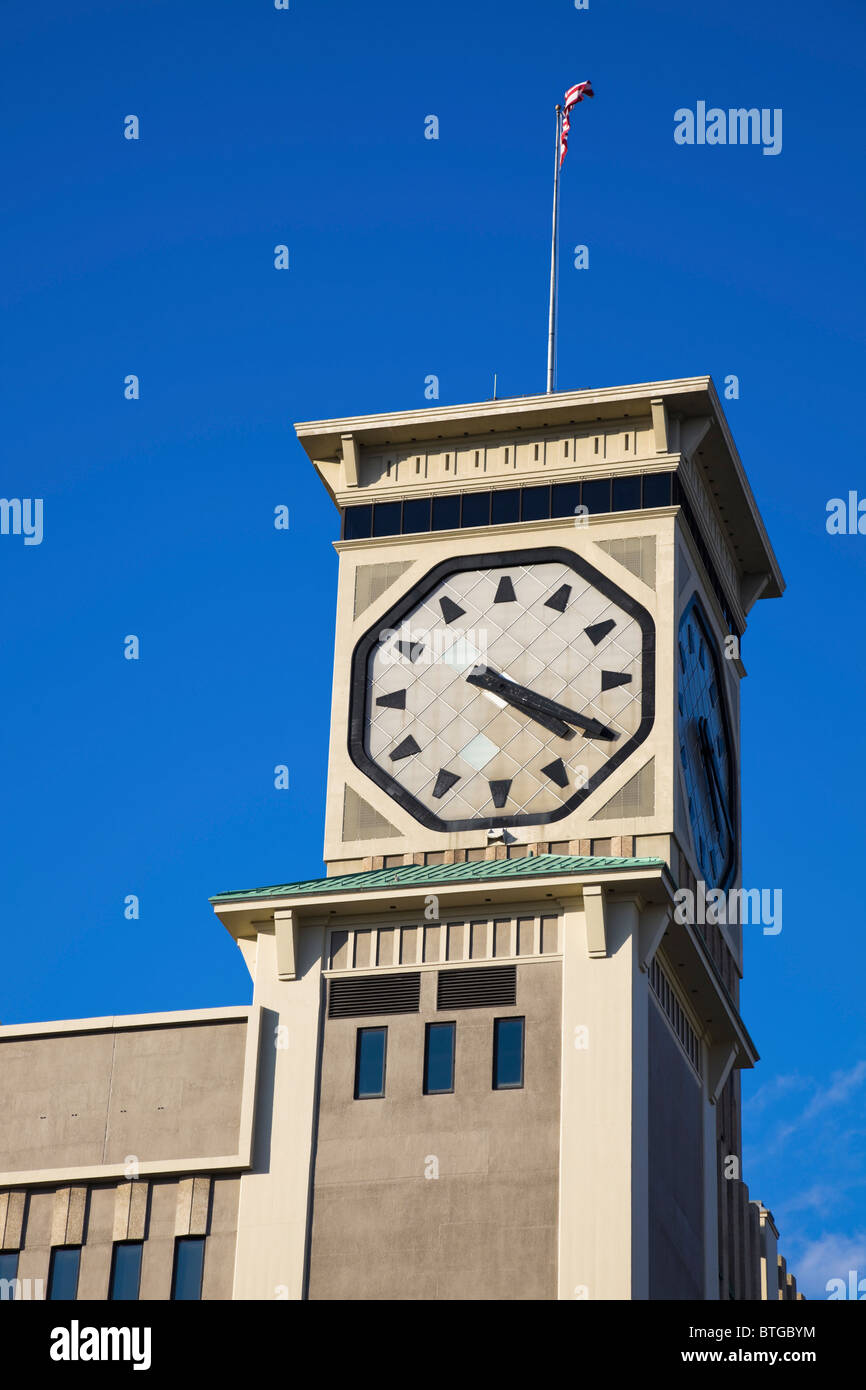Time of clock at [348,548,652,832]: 4:19
